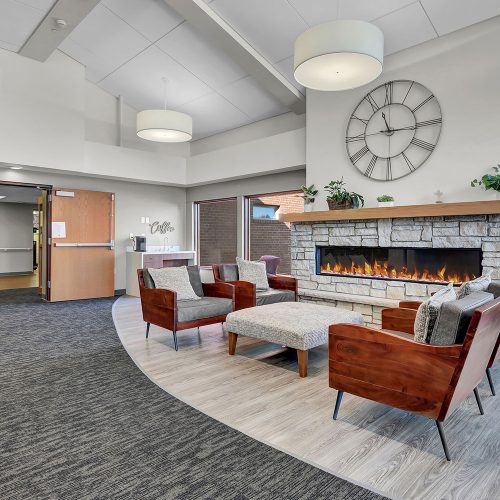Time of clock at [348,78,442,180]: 11:15
